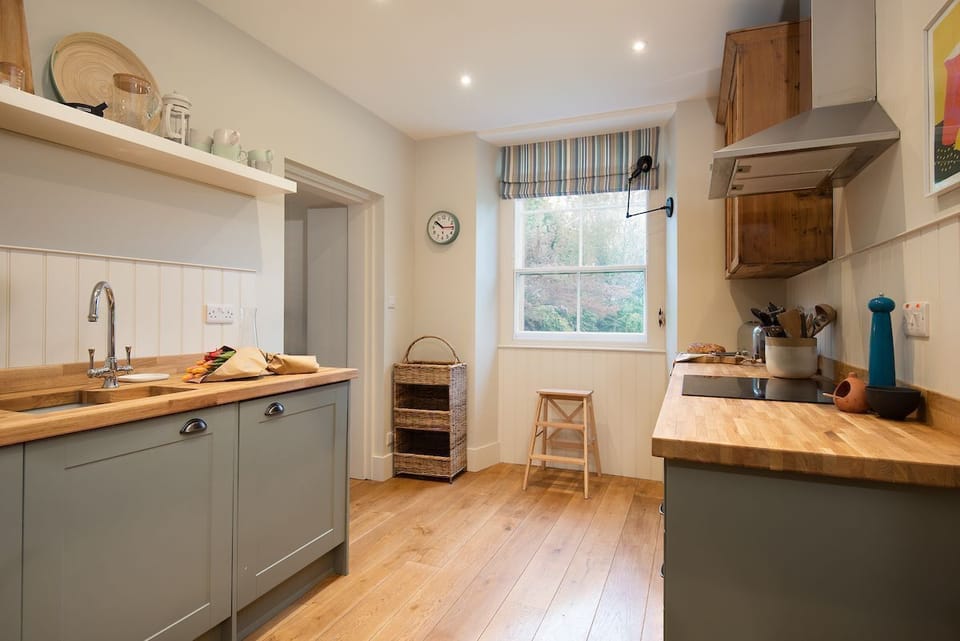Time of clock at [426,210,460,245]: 10:14
